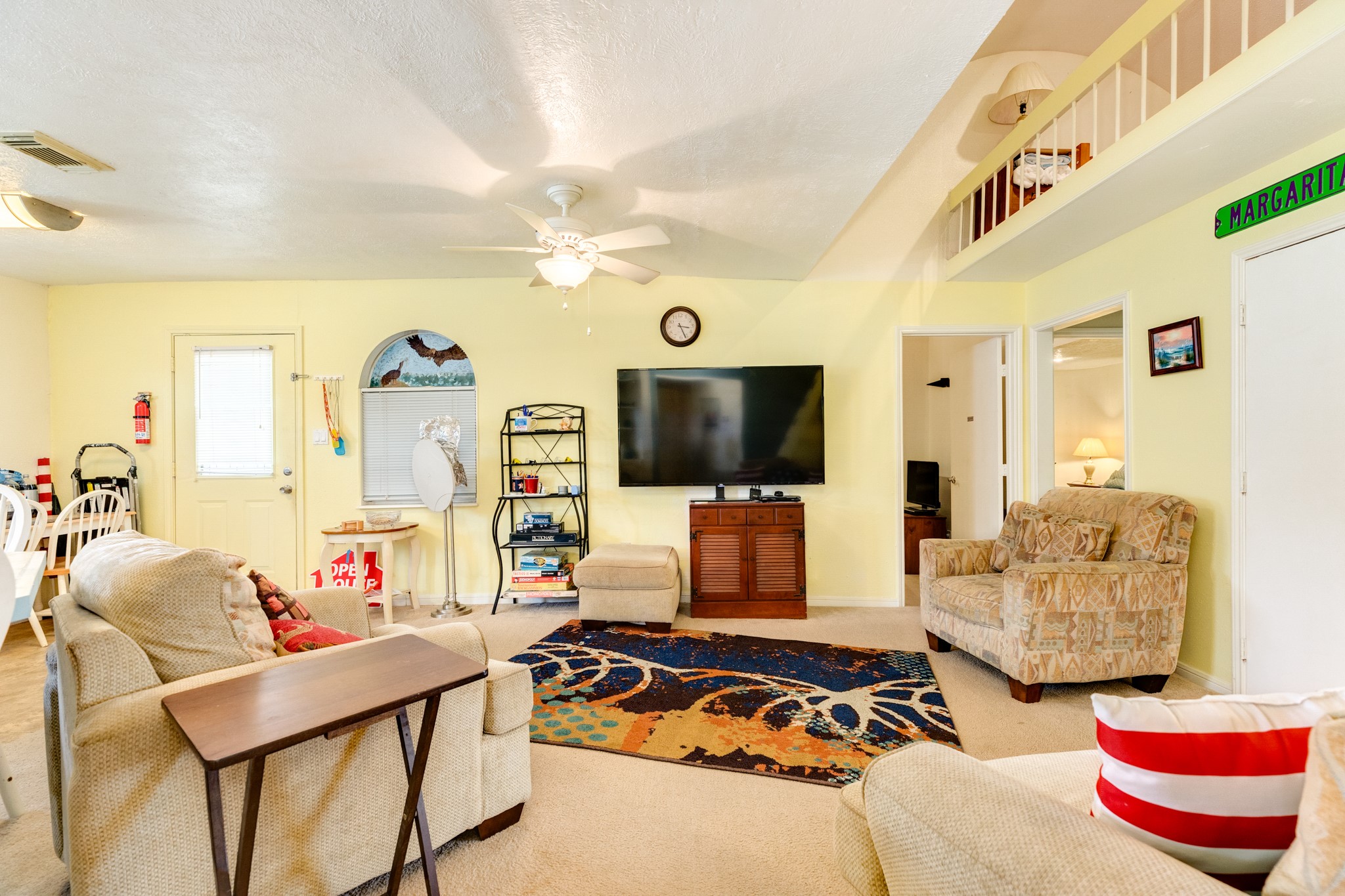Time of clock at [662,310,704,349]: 3:26
